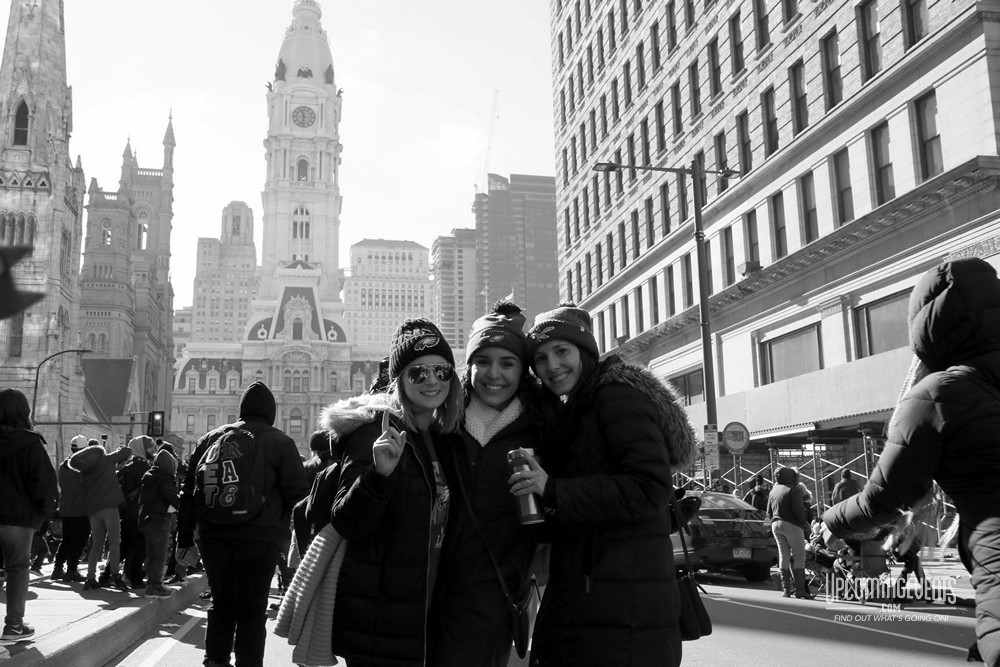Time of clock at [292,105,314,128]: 11:32
